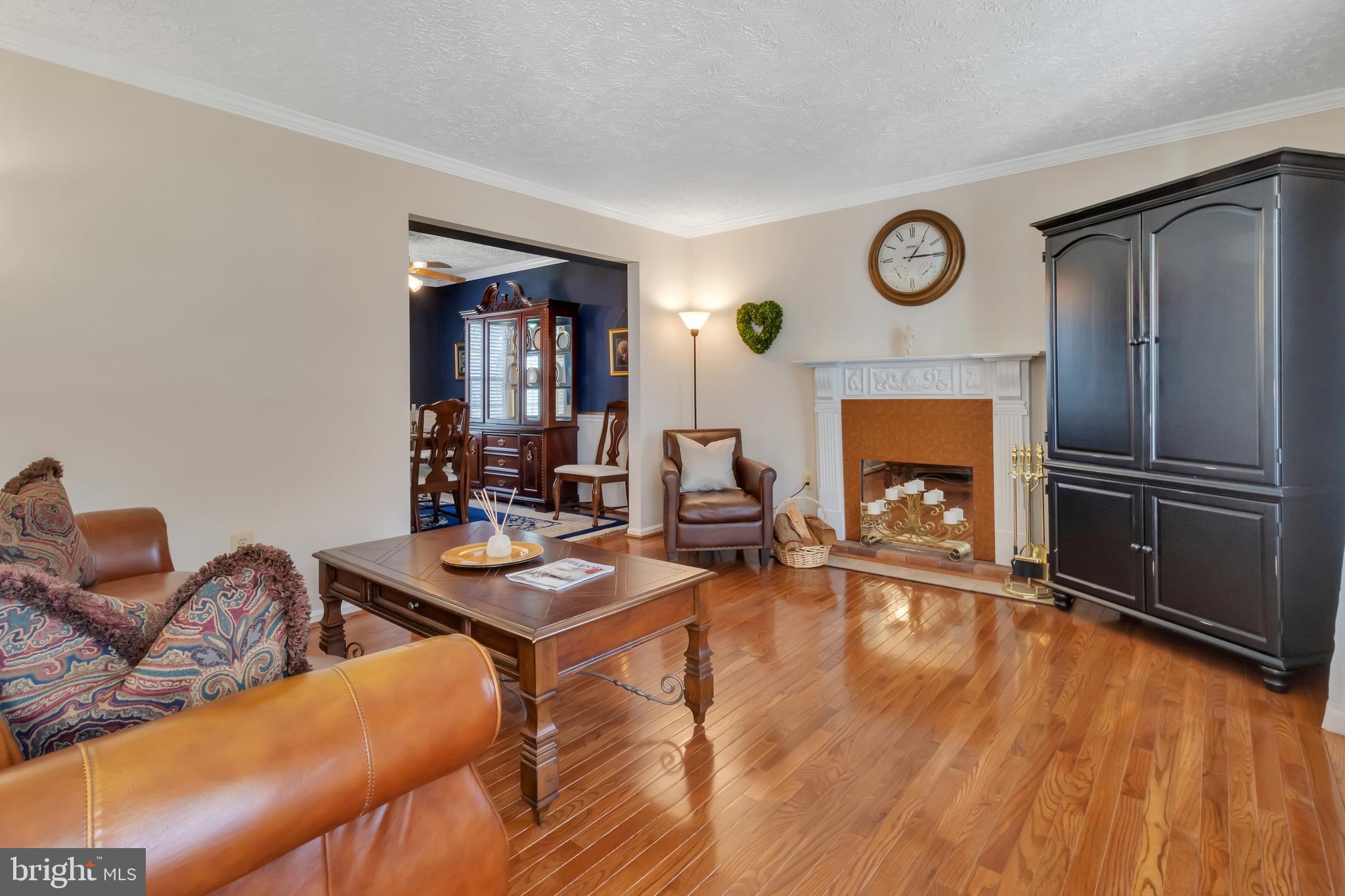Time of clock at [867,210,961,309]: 1:14
